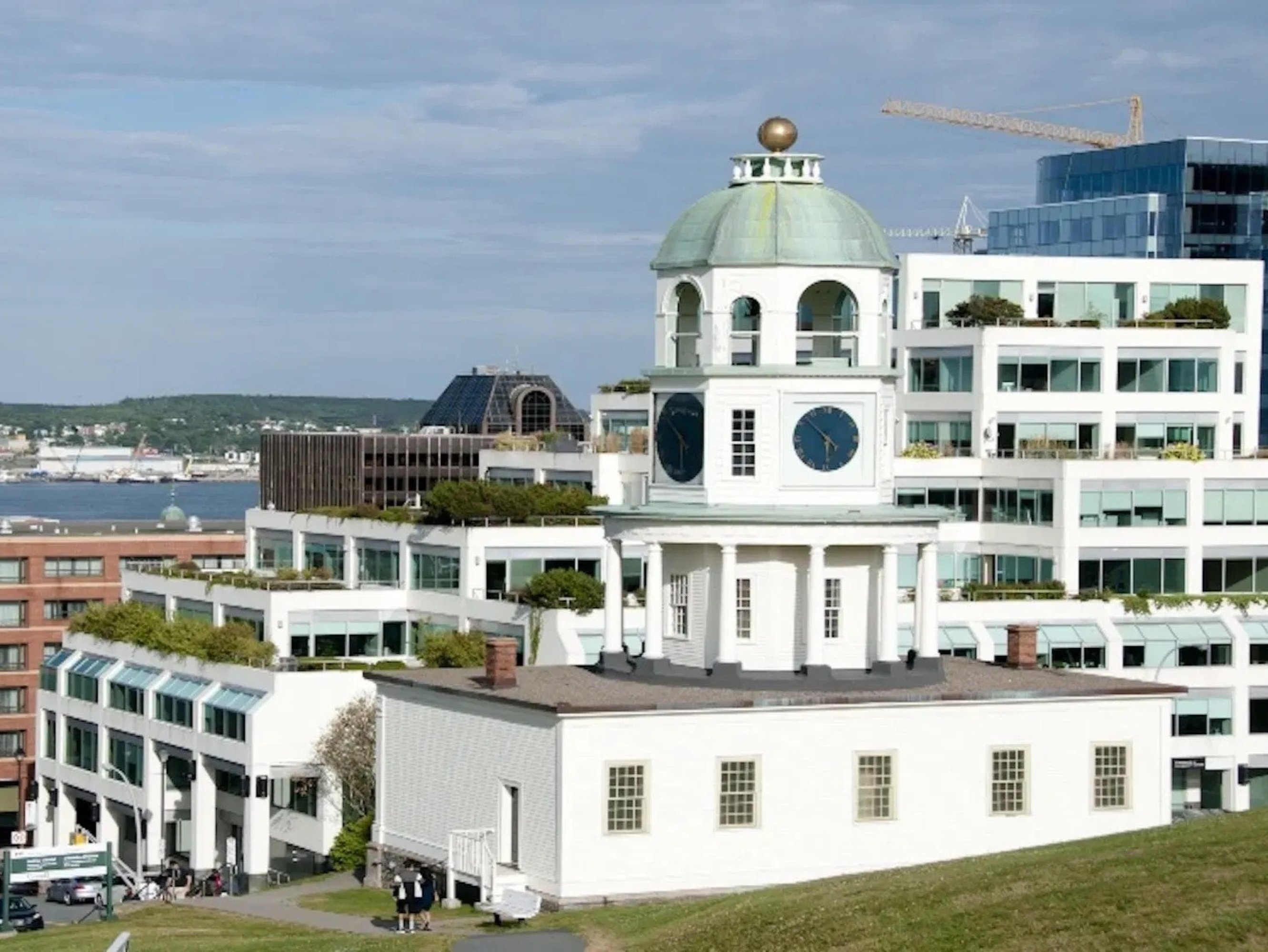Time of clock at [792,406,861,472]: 5:52
